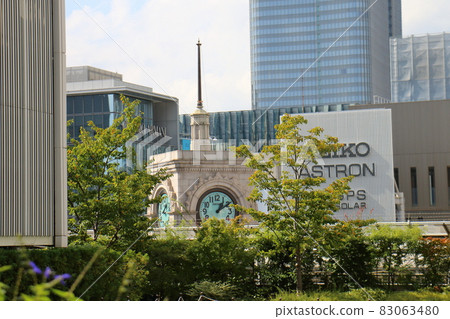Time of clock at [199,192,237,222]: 1:09
